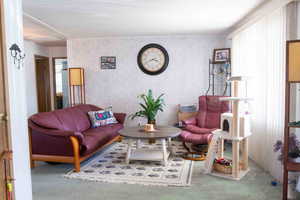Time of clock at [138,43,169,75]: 3:41
